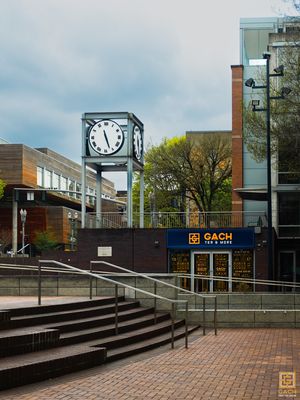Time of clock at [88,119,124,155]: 11:26
